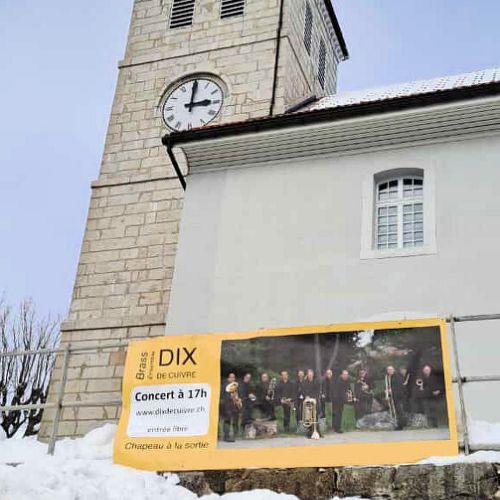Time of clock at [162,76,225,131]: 3:00
